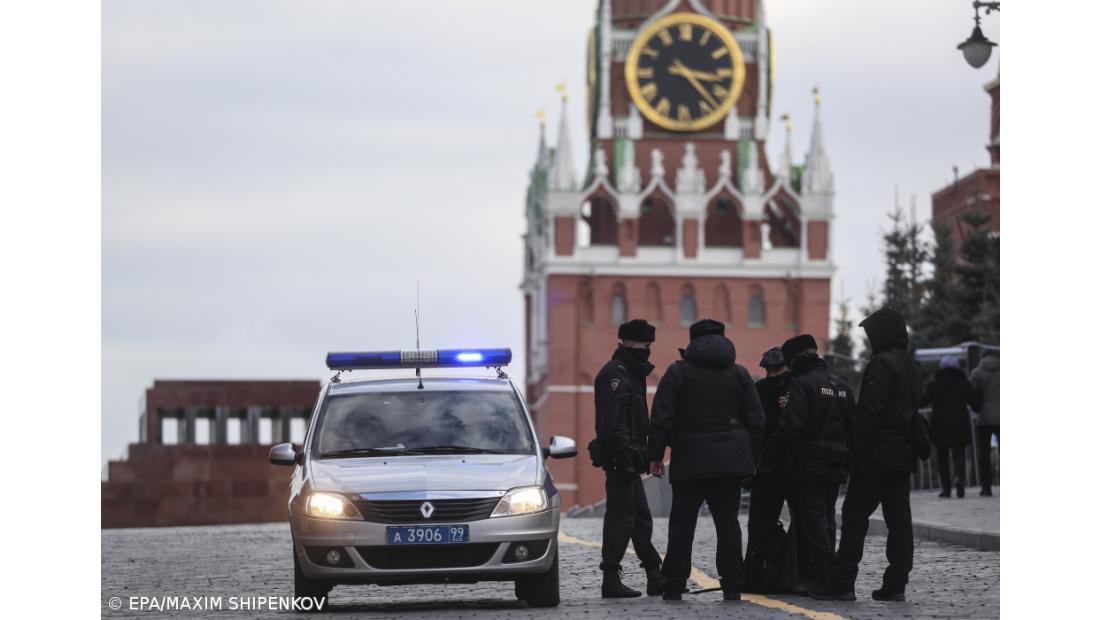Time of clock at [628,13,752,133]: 3:22
